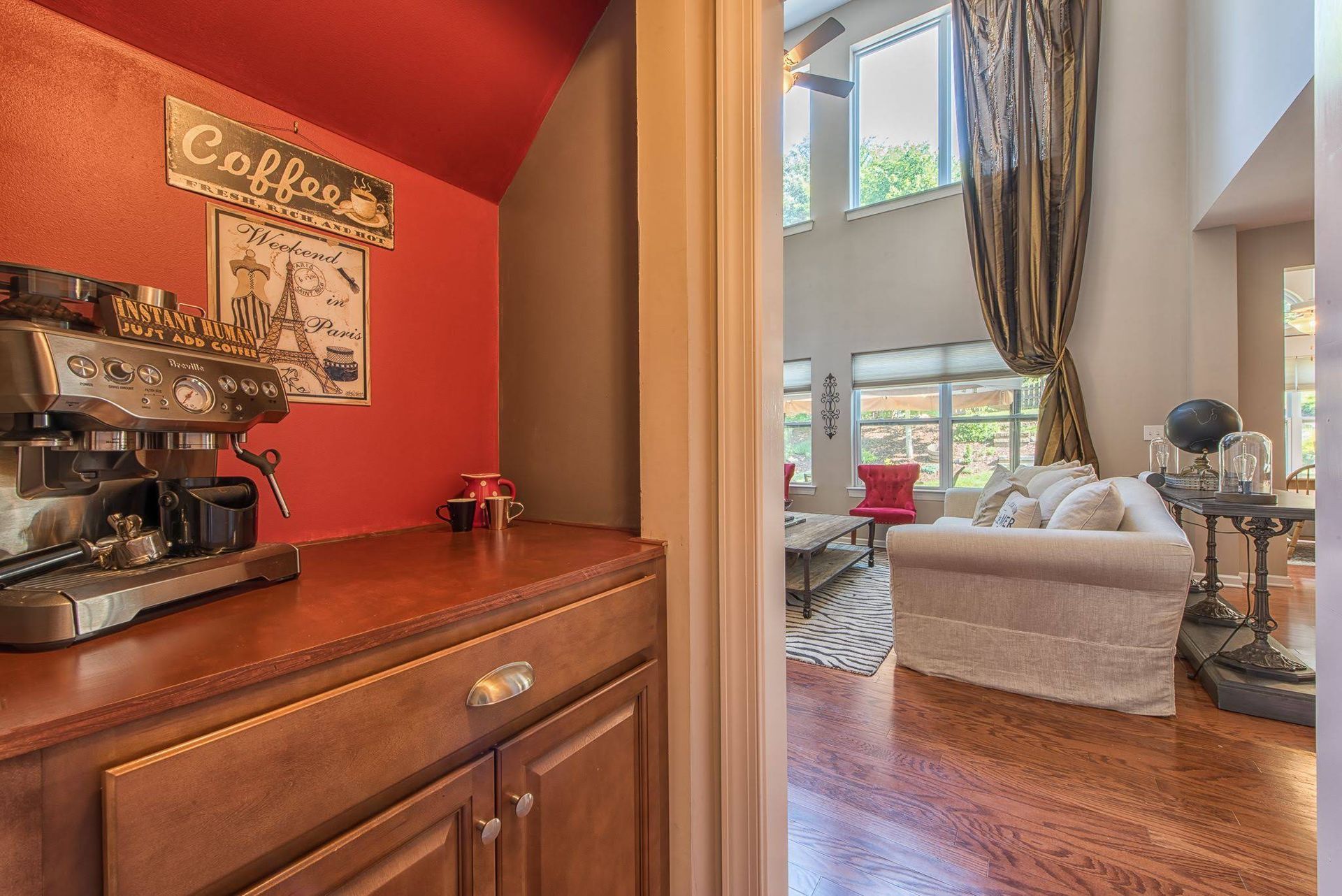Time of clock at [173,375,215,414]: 1:37
